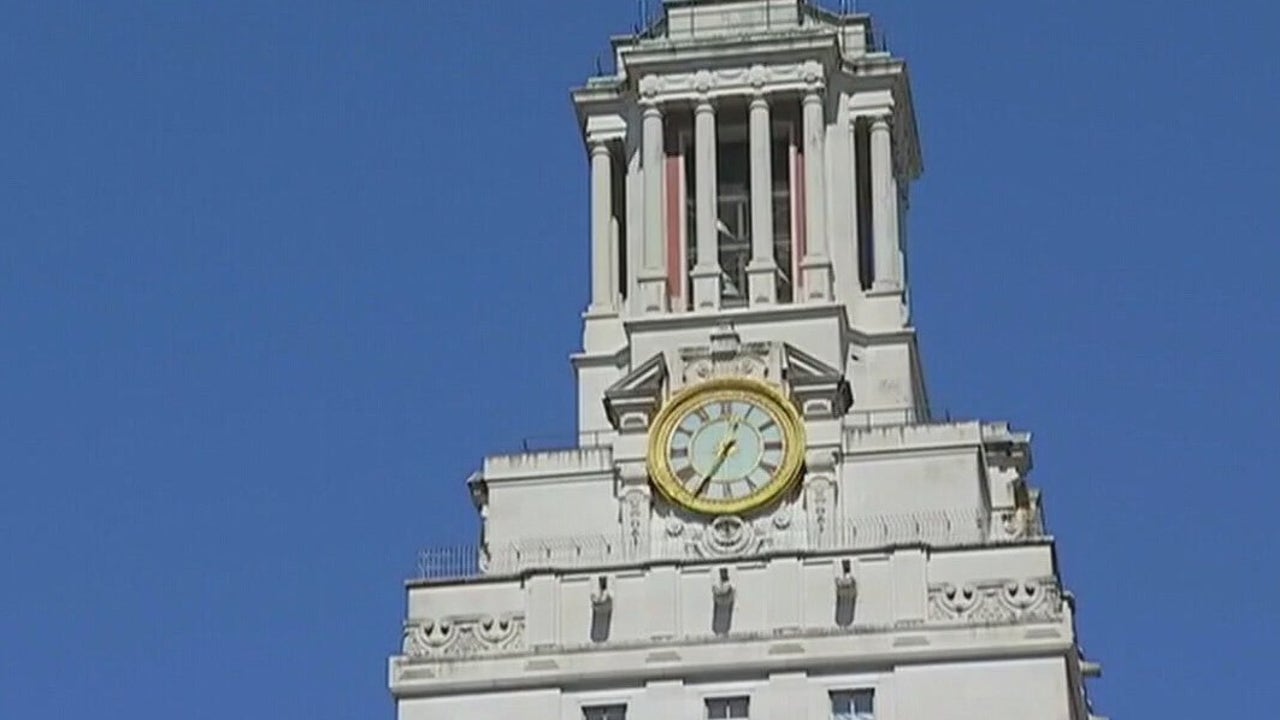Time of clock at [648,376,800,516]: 12:35
